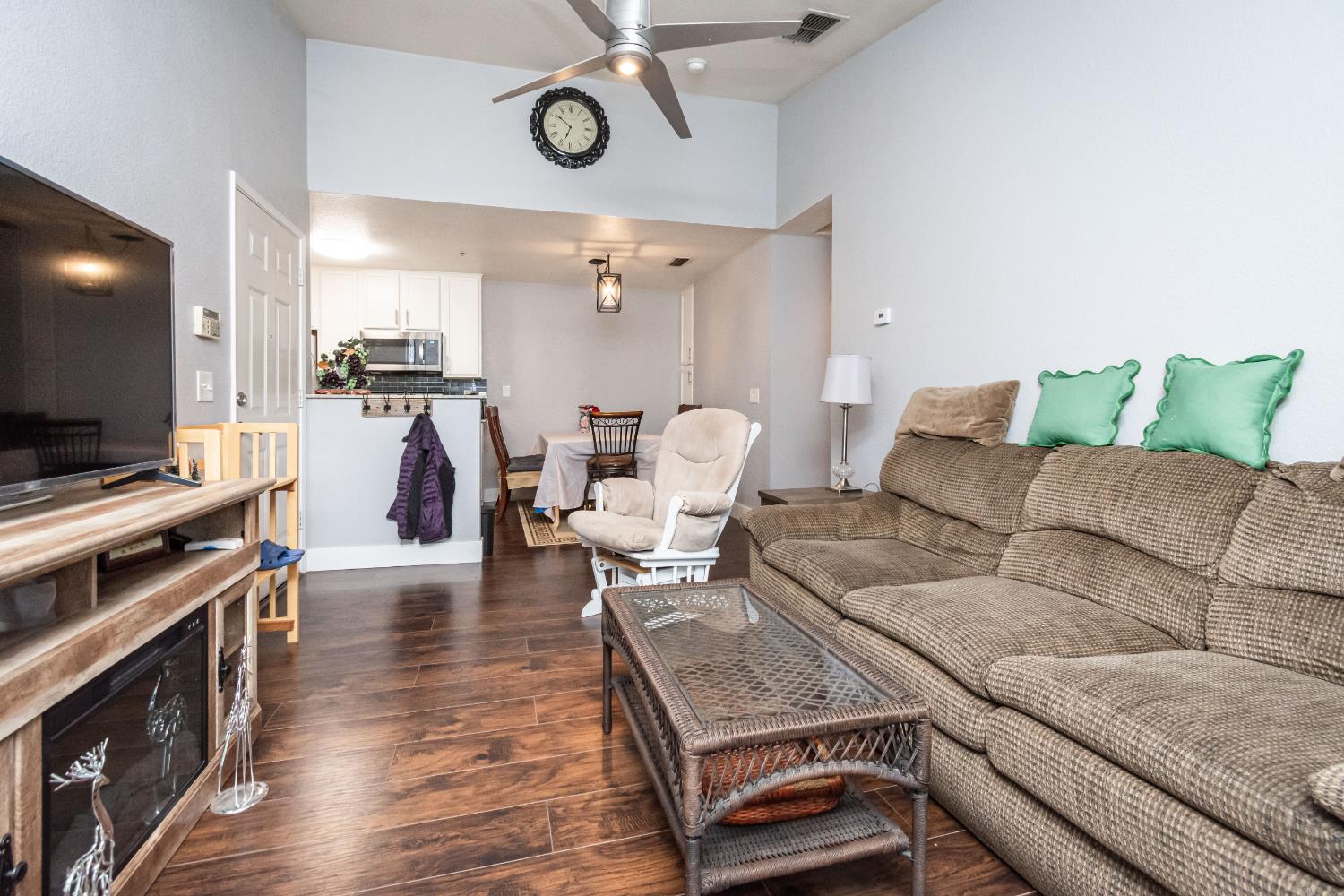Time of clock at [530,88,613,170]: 6:51
